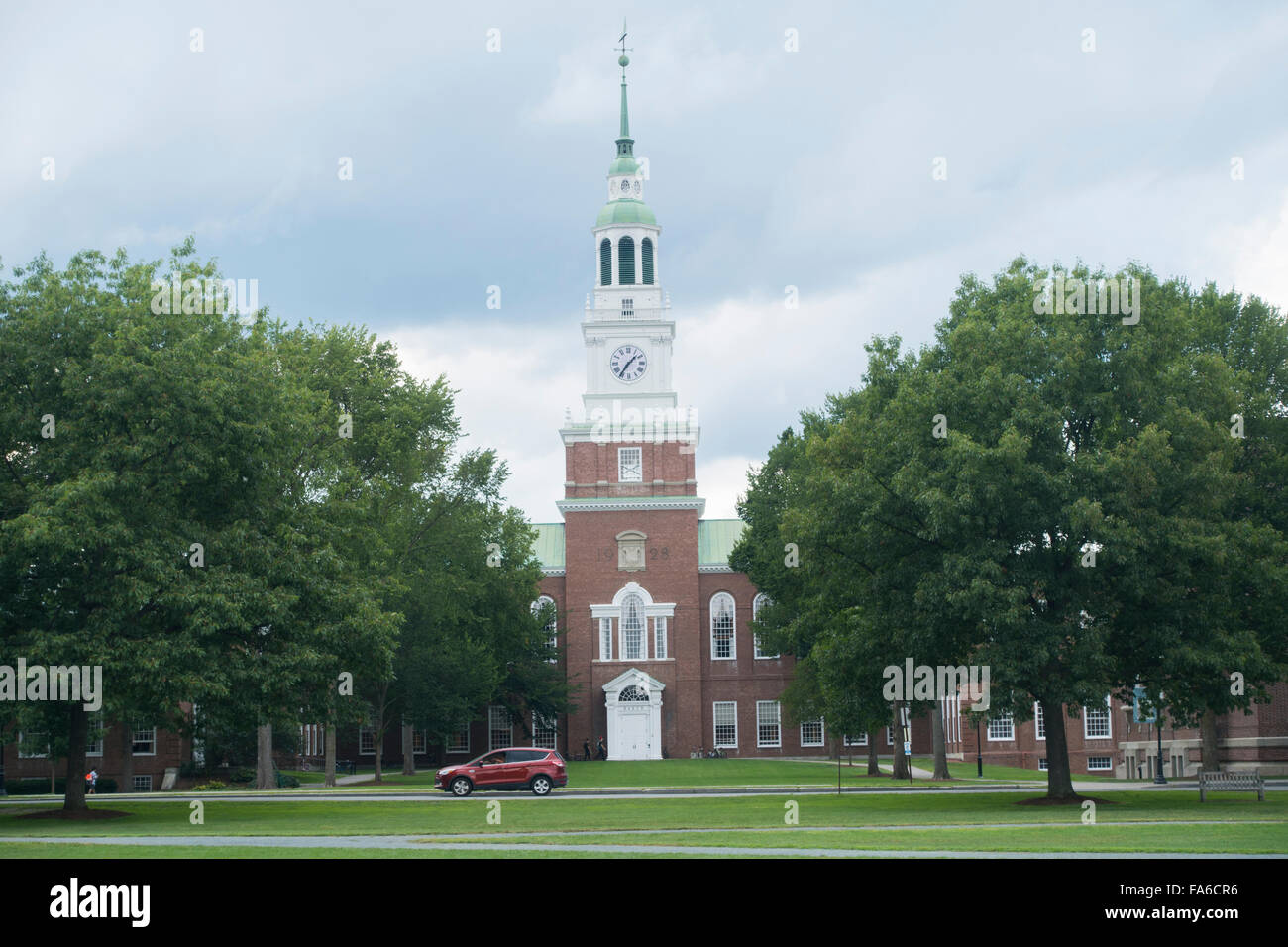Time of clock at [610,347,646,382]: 1:35
